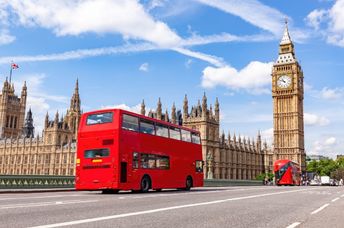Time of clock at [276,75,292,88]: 10:48
